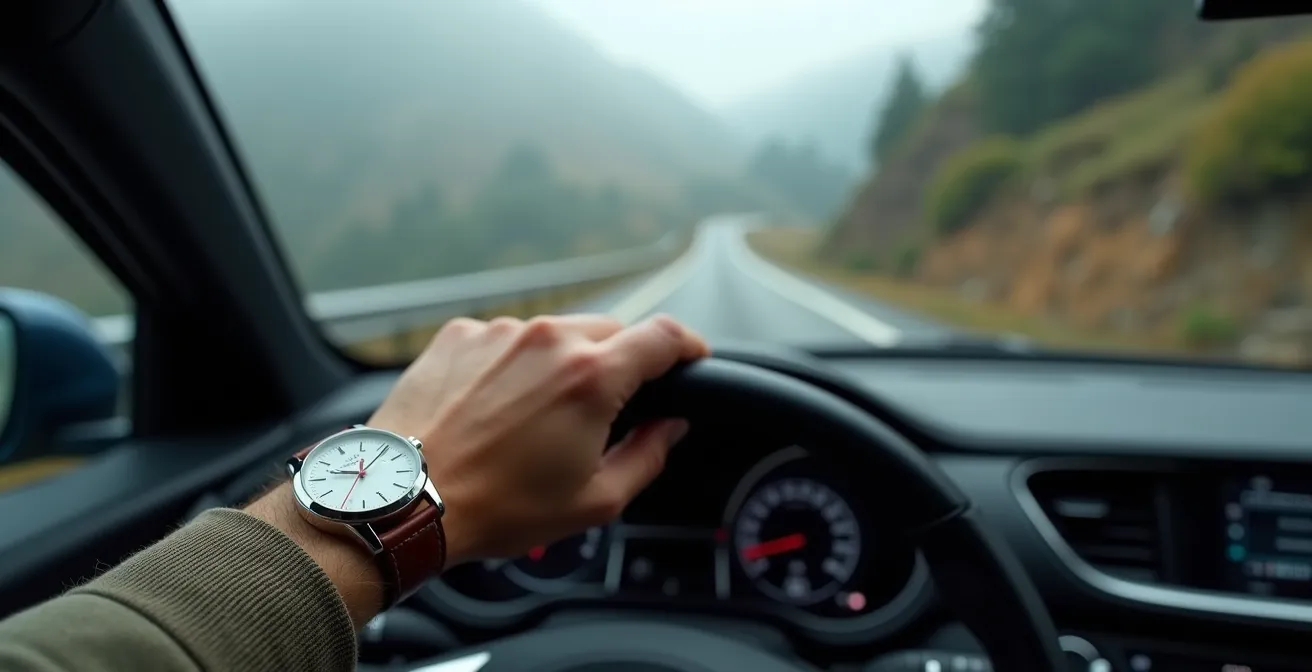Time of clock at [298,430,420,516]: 9:06
